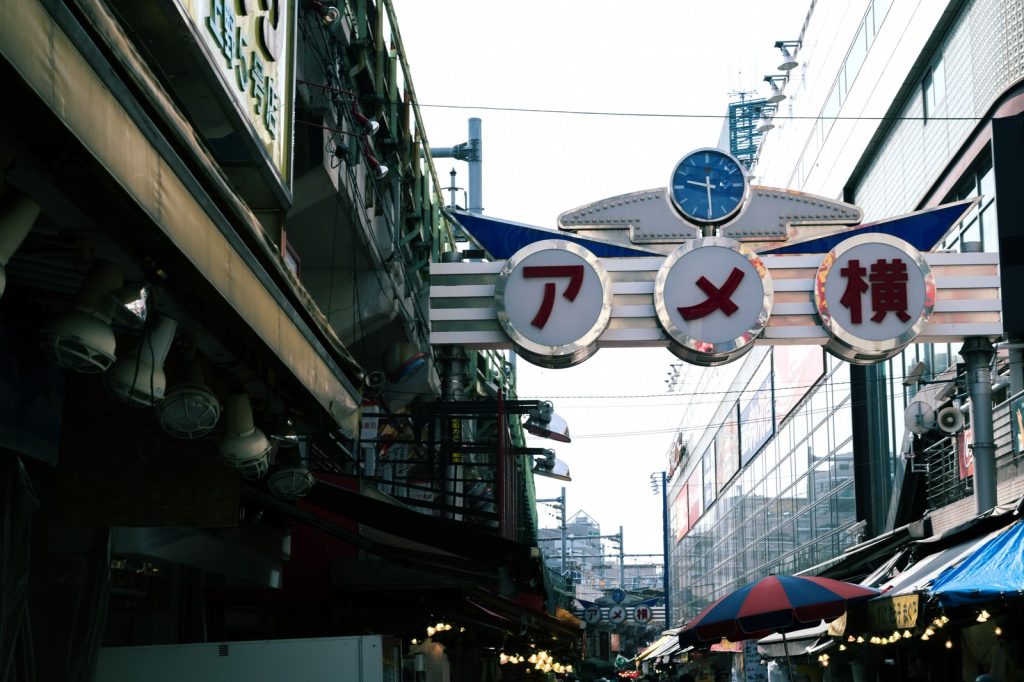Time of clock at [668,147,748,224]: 9:29
